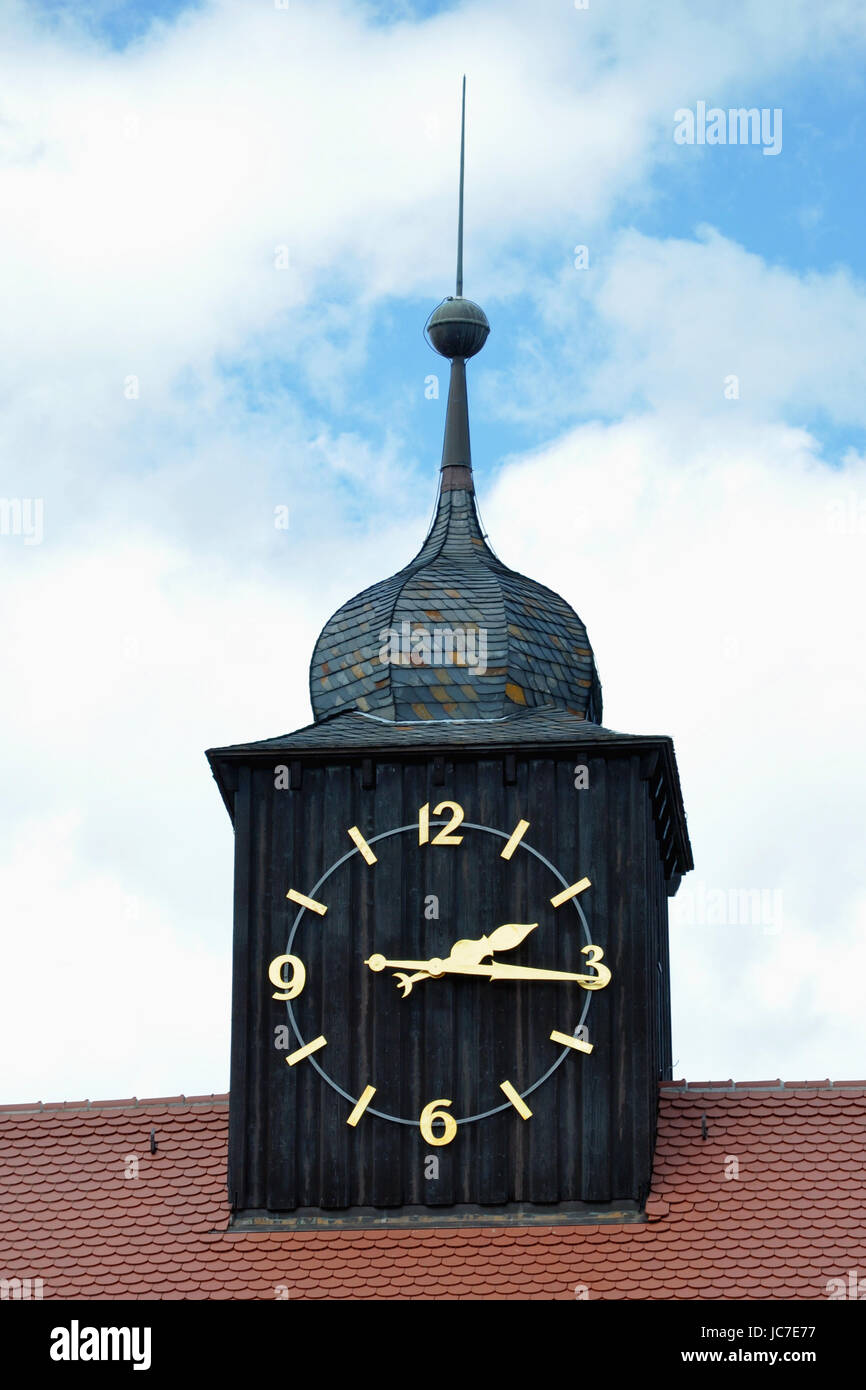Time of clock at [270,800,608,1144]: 2:15
